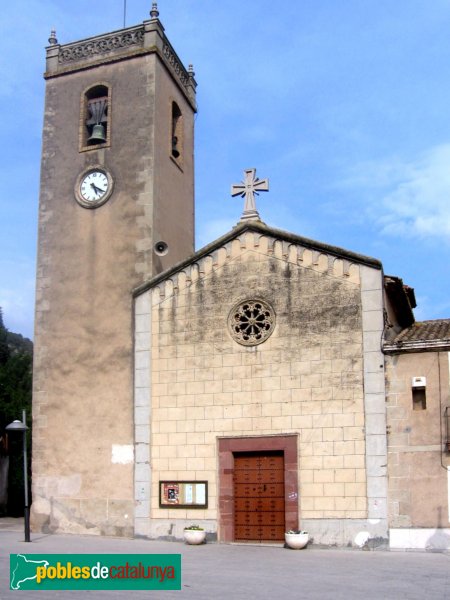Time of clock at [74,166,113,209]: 5:20
